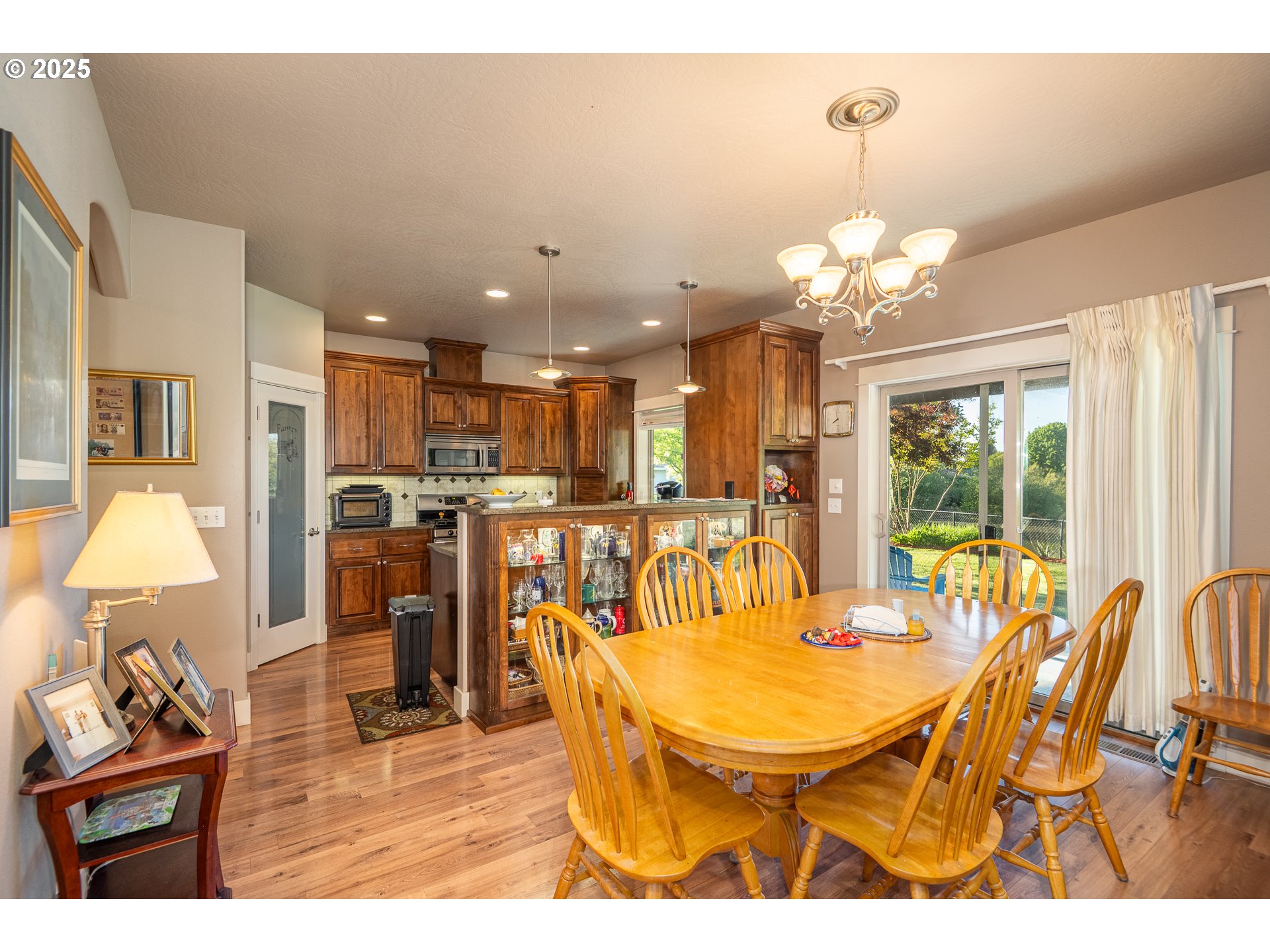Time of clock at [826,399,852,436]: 7:58
